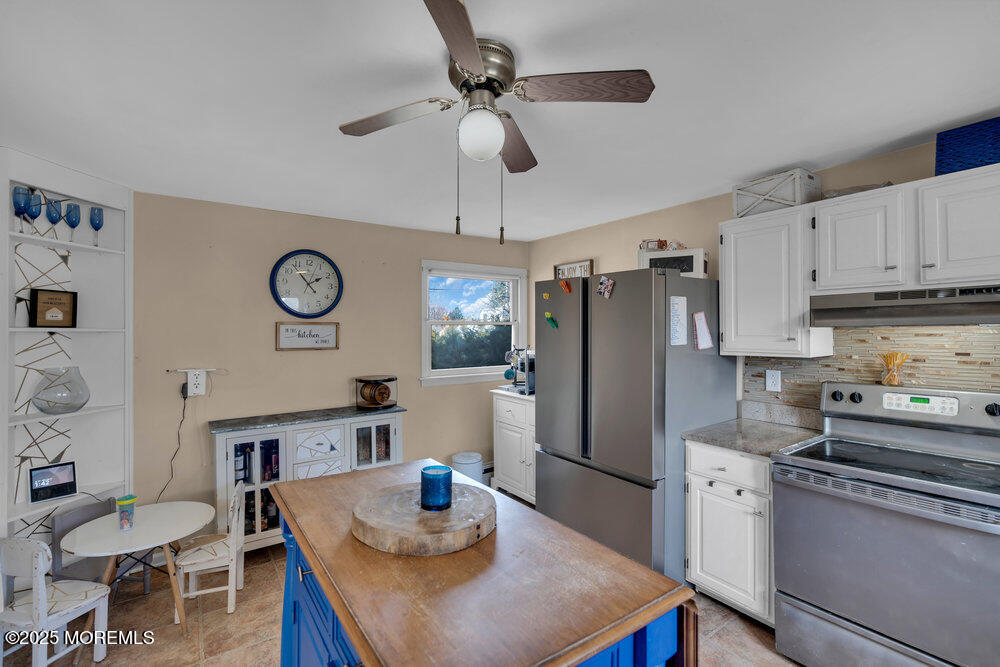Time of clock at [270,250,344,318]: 1:53
